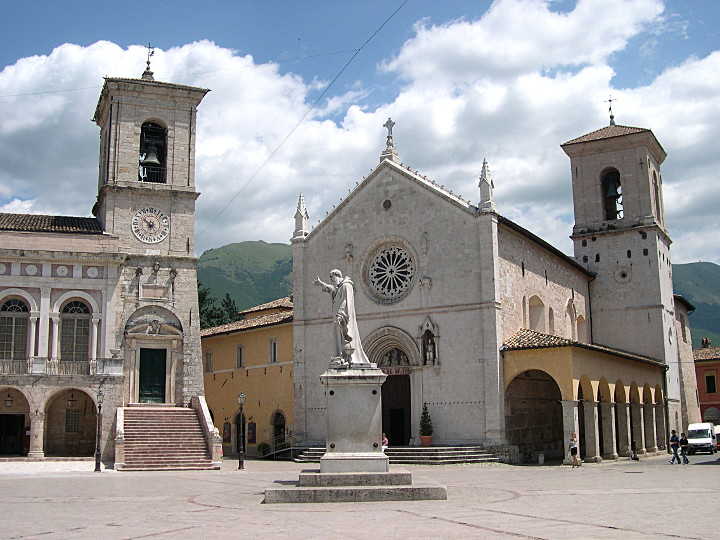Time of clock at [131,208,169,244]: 5:51
